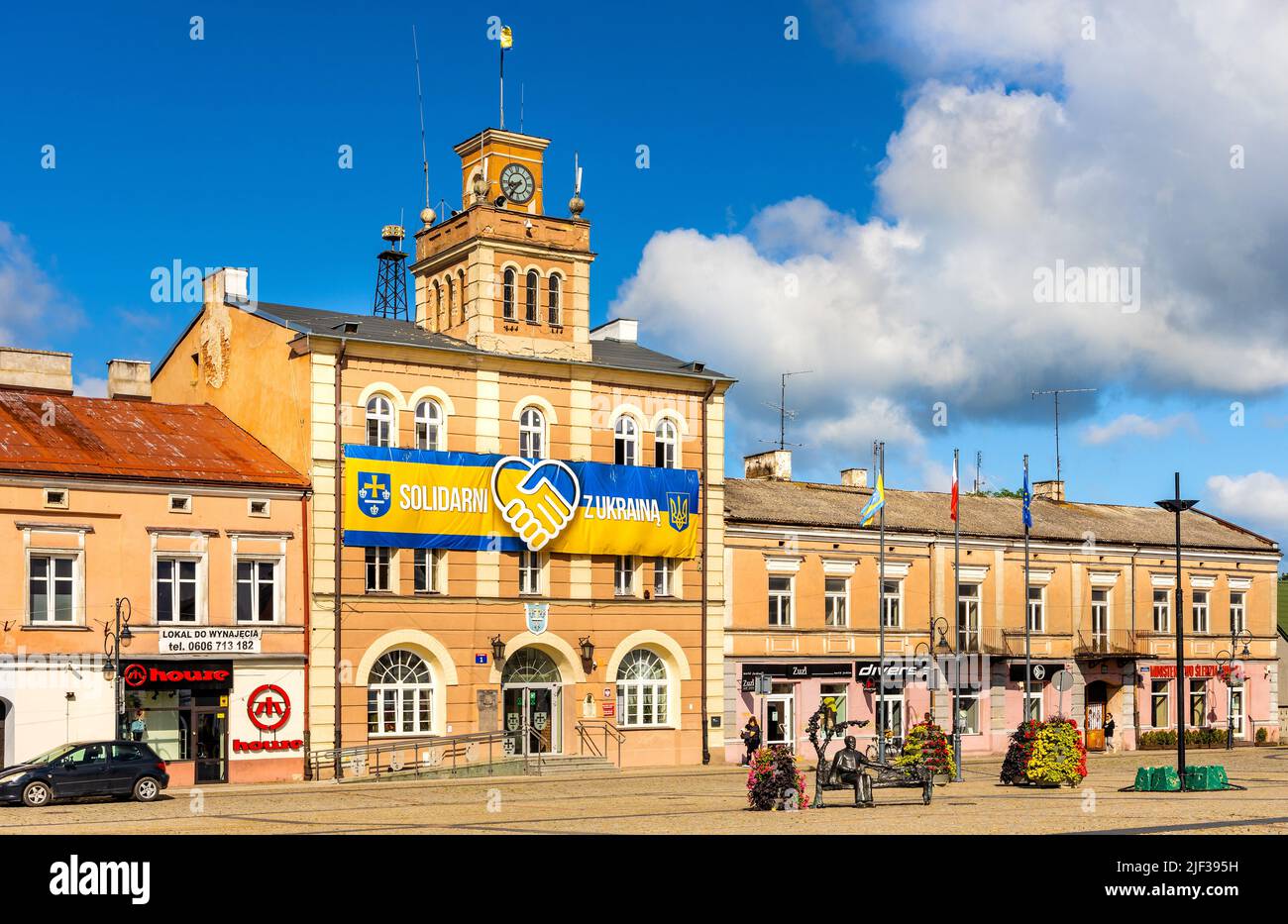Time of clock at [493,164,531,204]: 8:36
